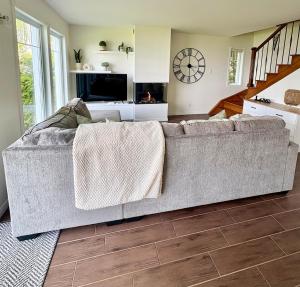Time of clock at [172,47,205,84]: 5:59
